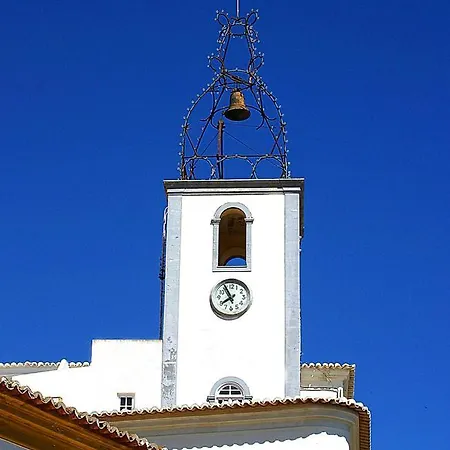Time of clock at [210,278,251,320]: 7:55
